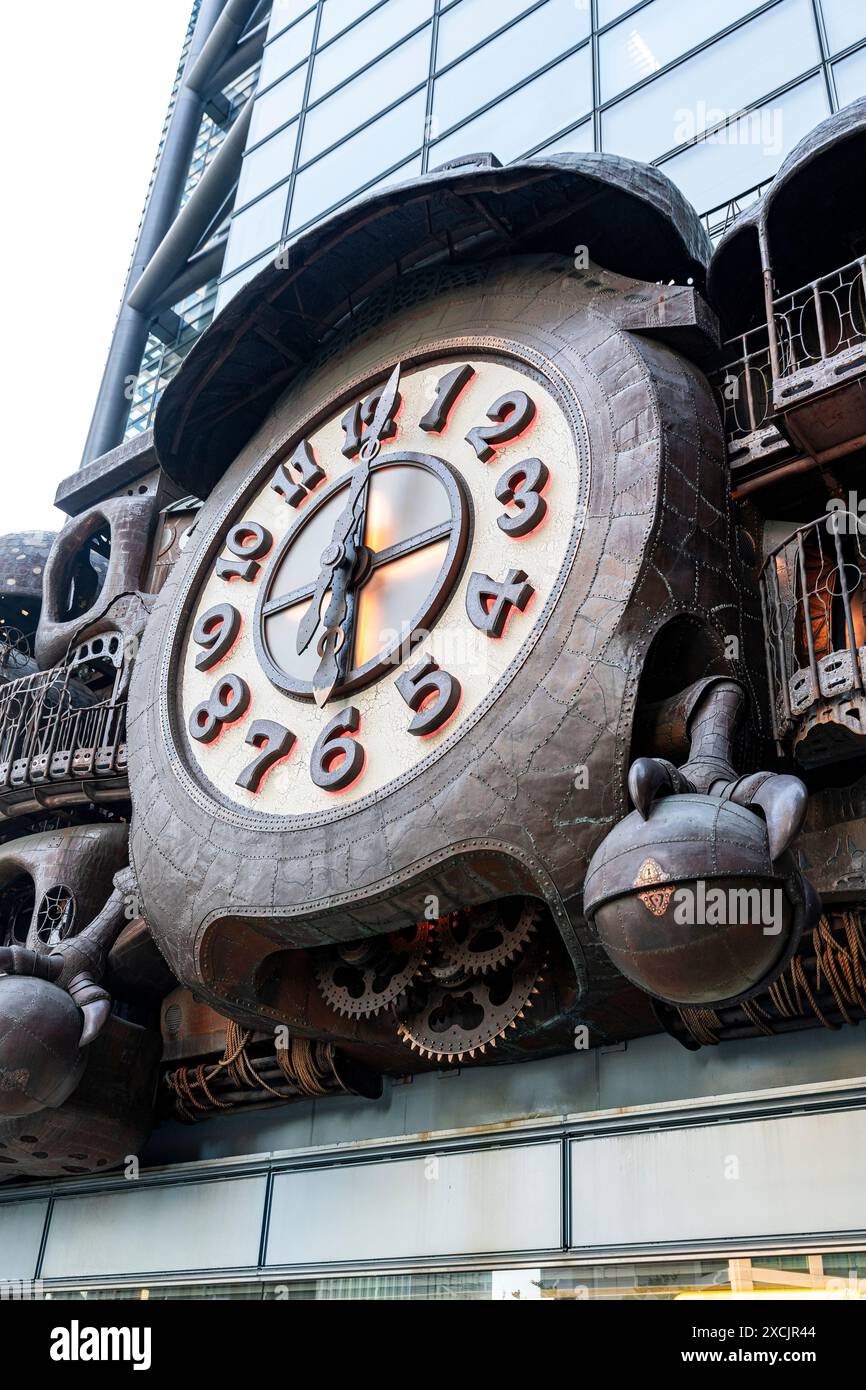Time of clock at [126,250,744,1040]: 6:00
